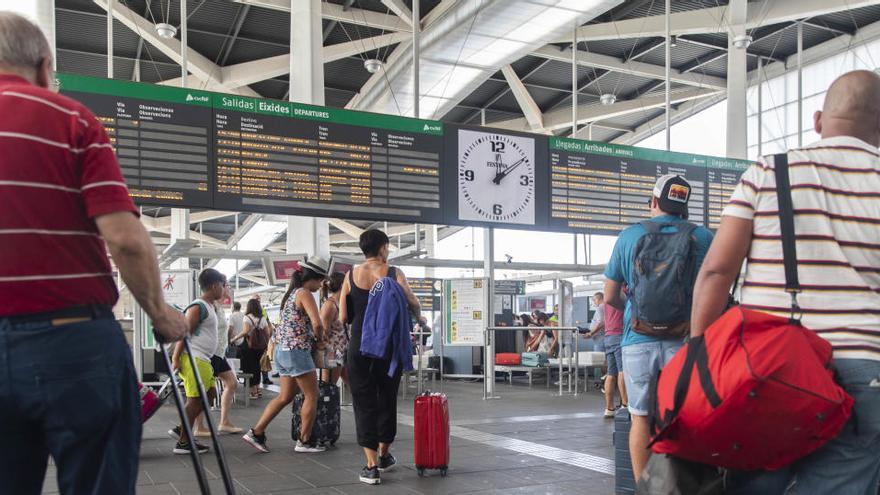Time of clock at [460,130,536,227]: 12:09
